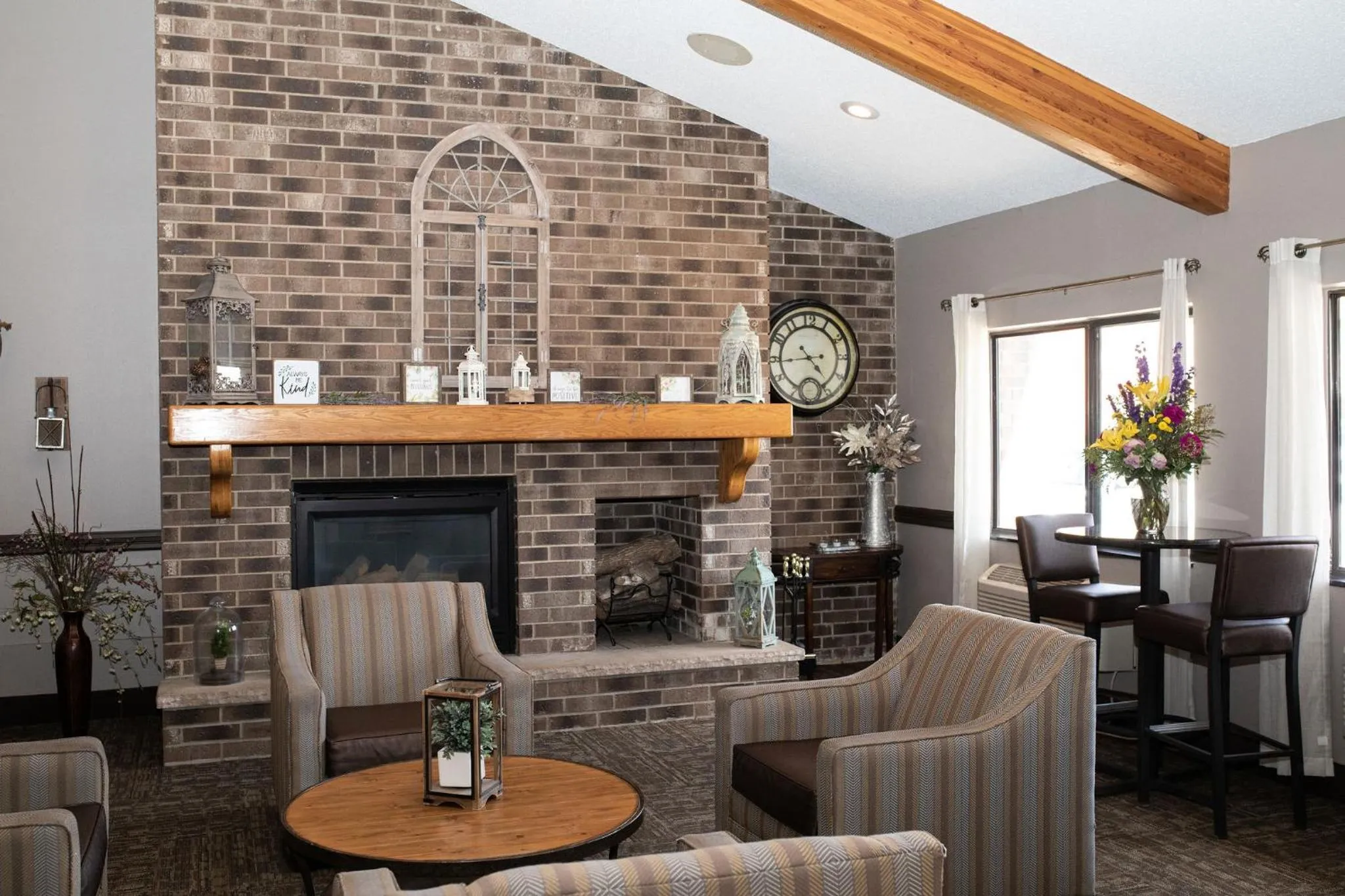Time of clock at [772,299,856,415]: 4:43
